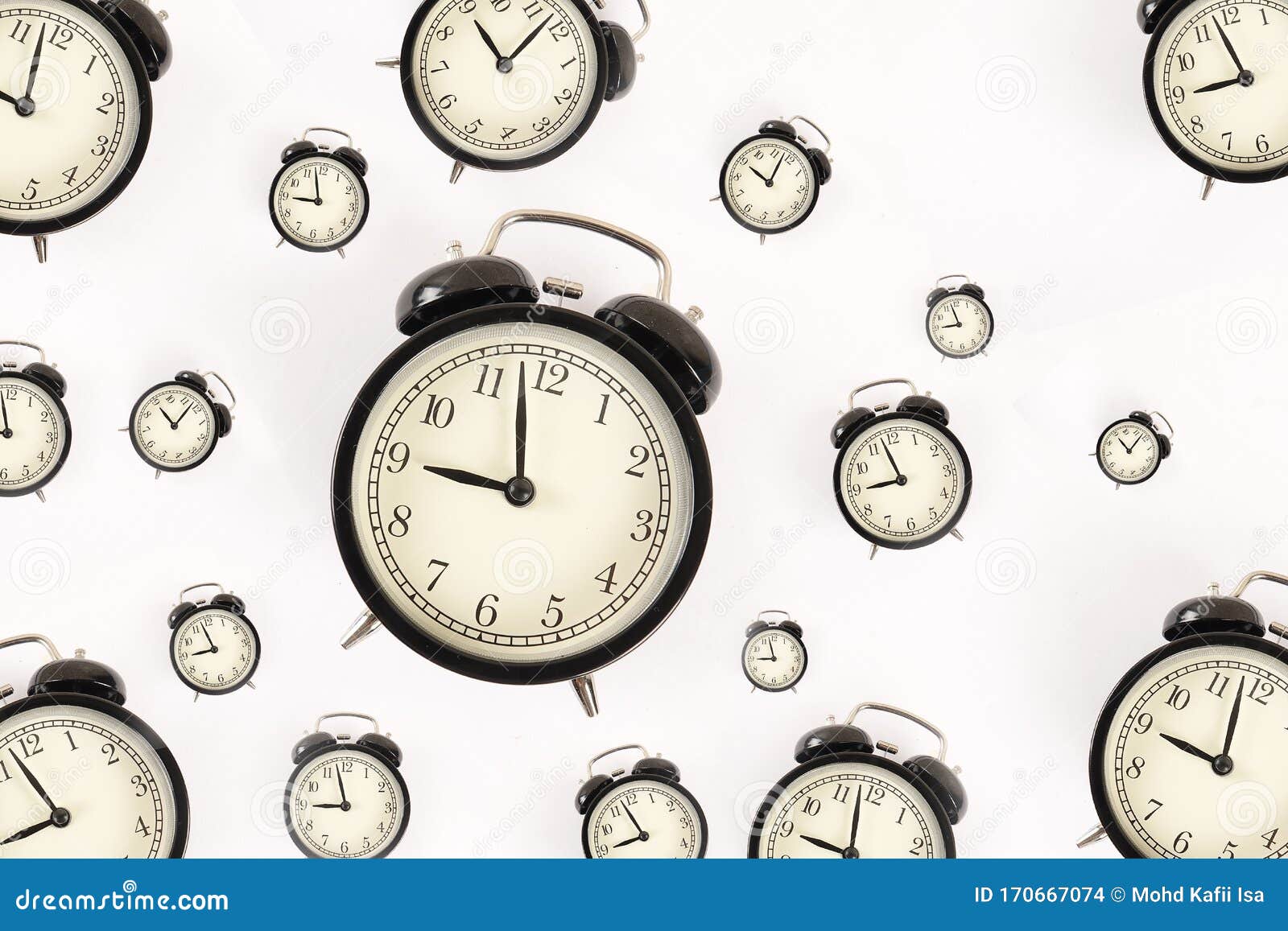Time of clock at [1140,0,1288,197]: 8:57
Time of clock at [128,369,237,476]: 11:07
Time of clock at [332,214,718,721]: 8:58
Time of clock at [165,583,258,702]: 8:57
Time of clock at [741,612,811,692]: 8:57
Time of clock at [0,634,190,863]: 8:57
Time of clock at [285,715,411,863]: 8:57
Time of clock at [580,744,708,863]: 8:57
